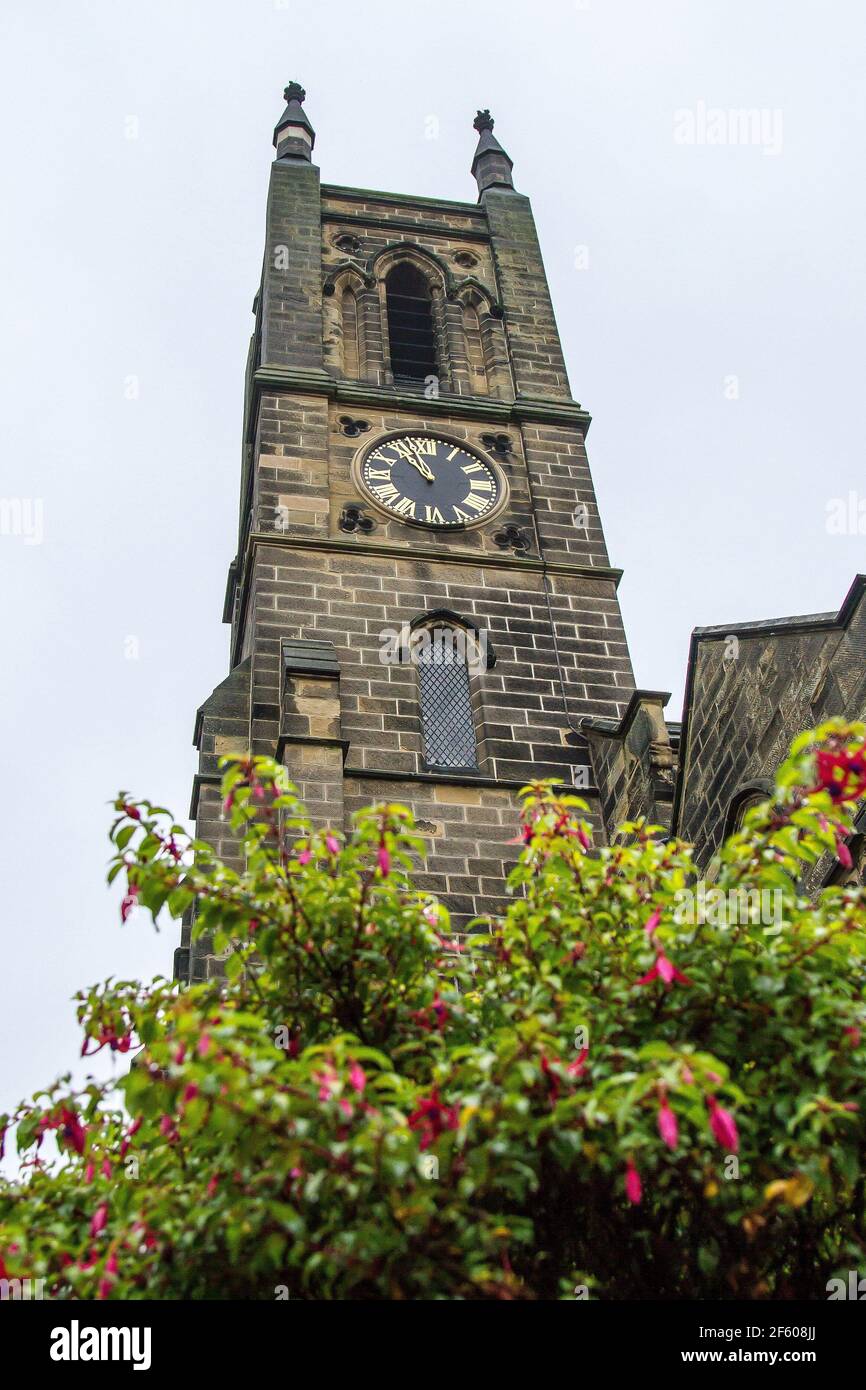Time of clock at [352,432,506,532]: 10:56
